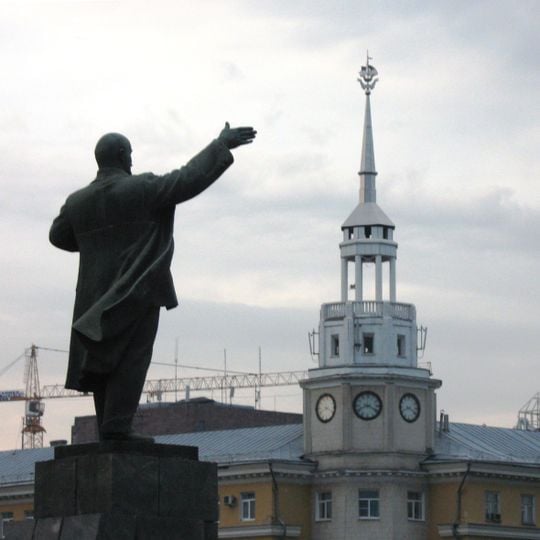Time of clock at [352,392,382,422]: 8:19
